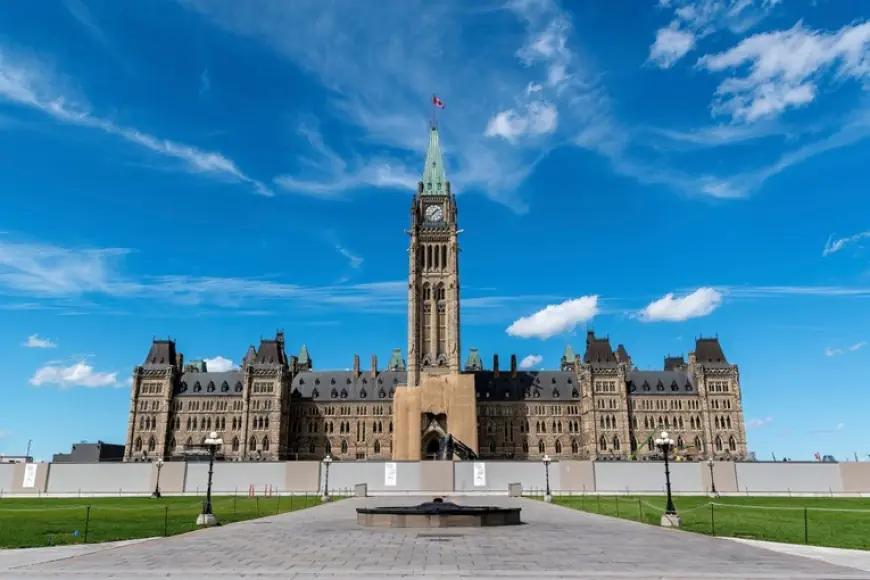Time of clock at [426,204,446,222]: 1:37
